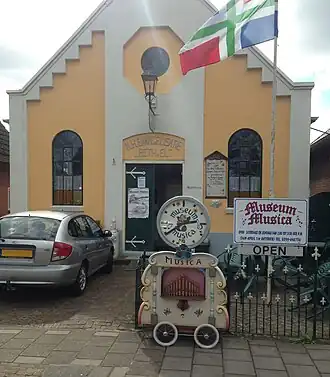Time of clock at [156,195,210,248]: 2:40
